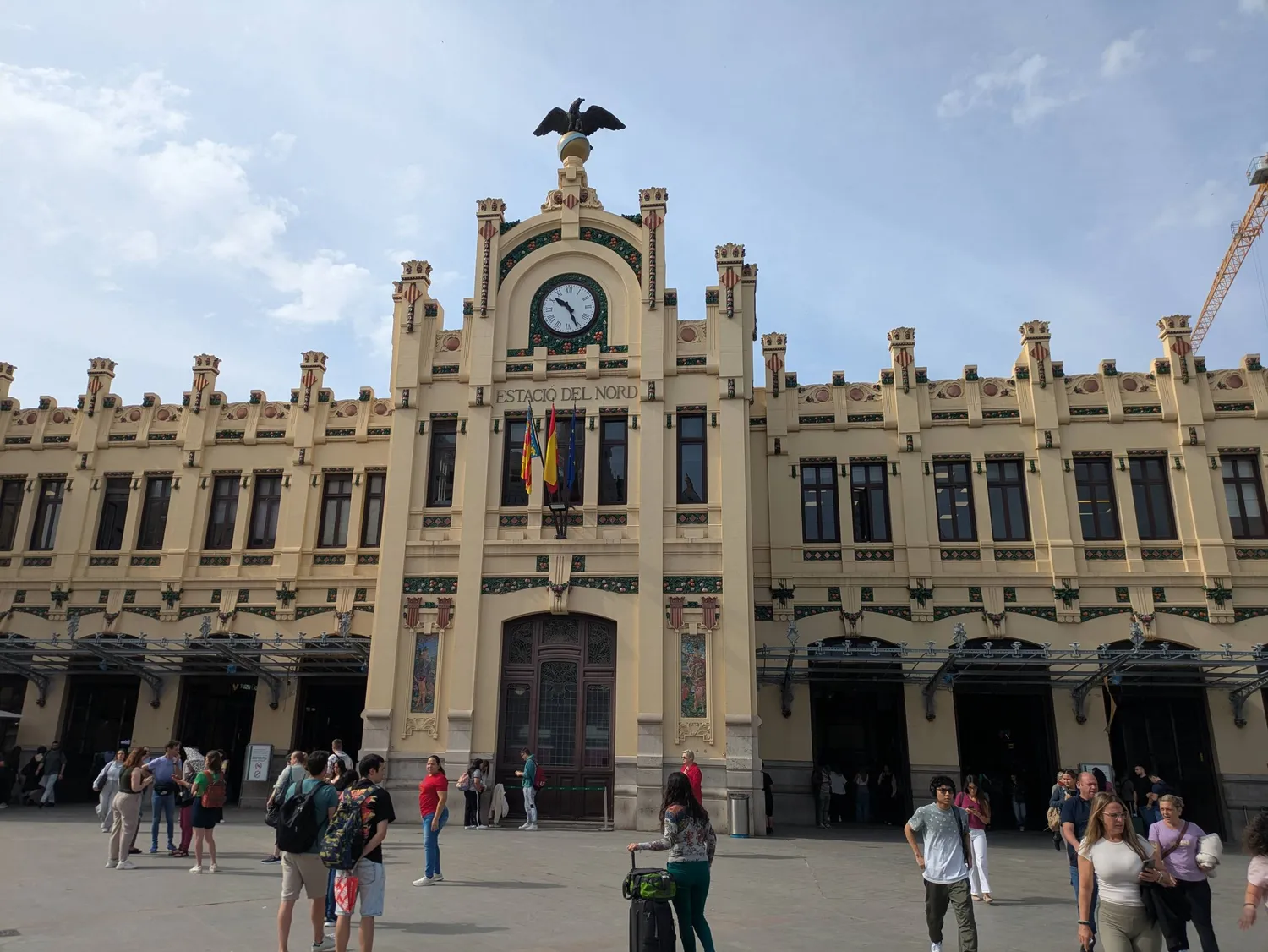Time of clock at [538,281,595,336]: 10:26
